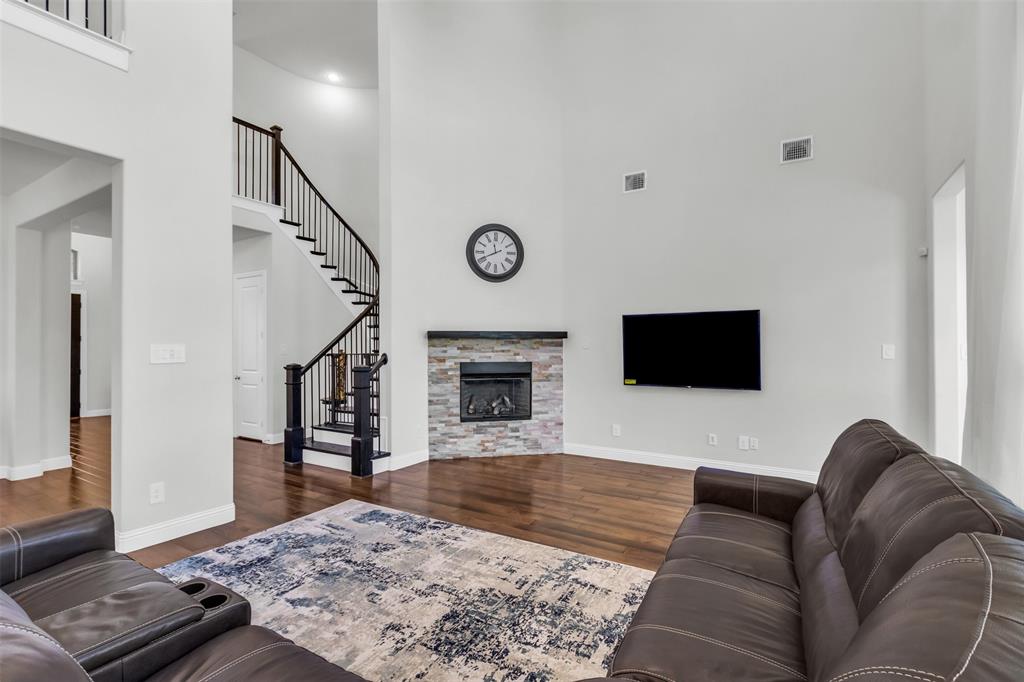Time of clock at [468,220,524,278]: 11:41
